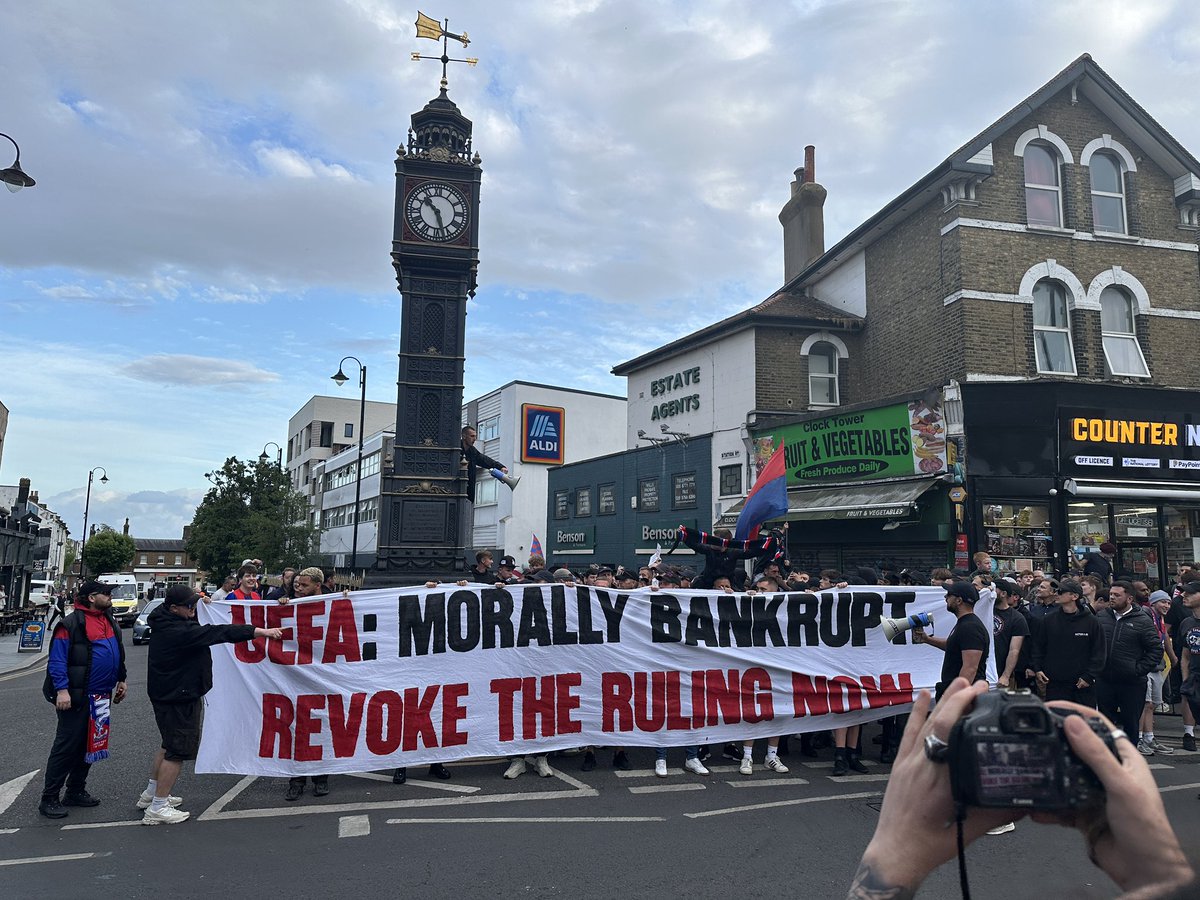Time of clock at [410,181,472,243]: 10:27
